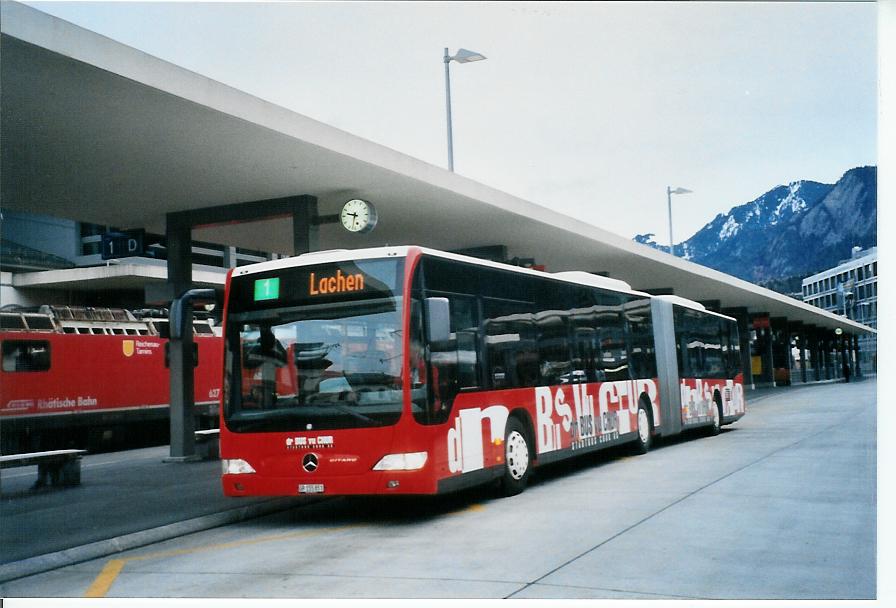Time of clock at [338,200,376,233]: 9:32
